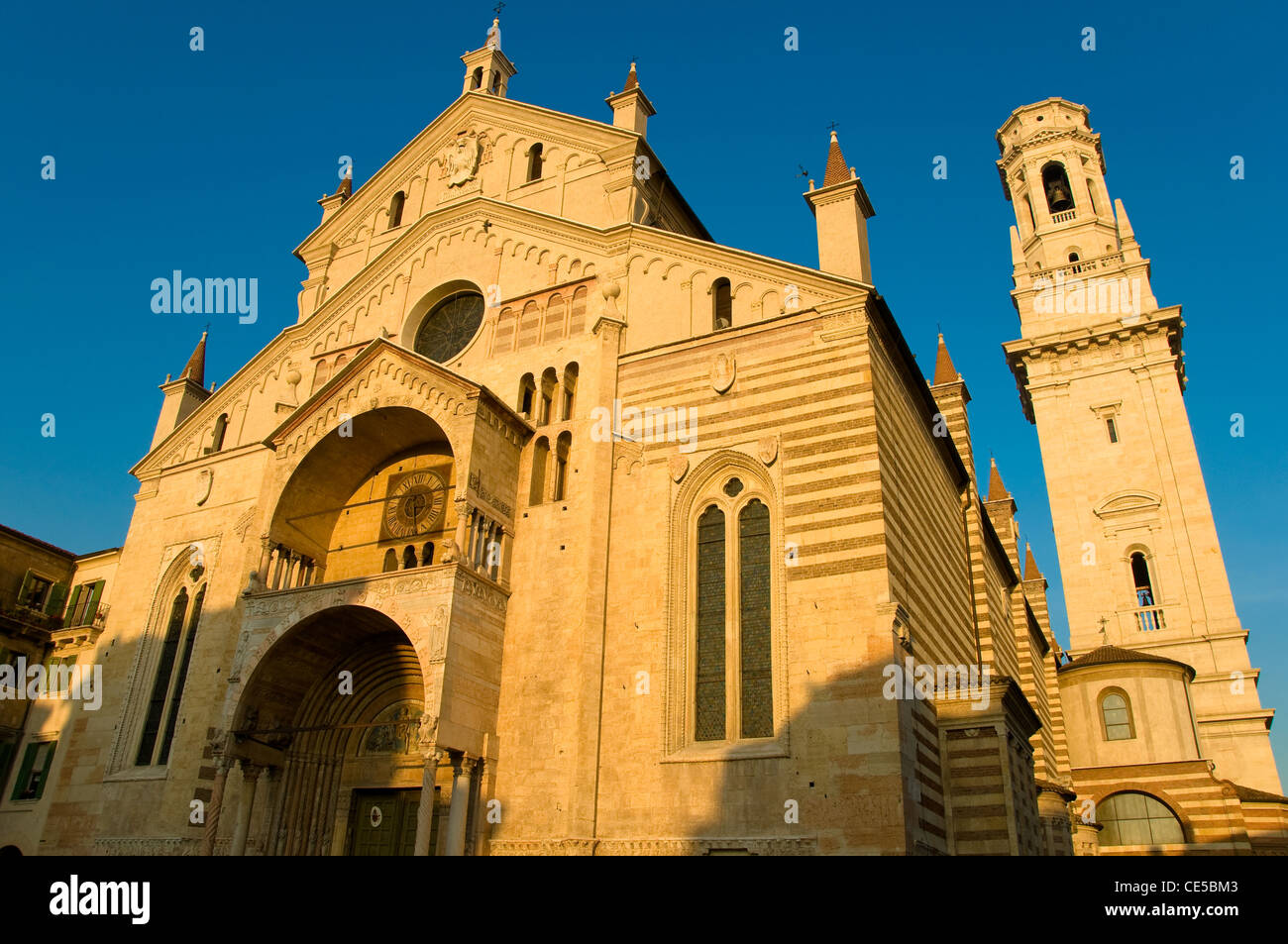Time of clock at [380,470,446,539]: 5:28
